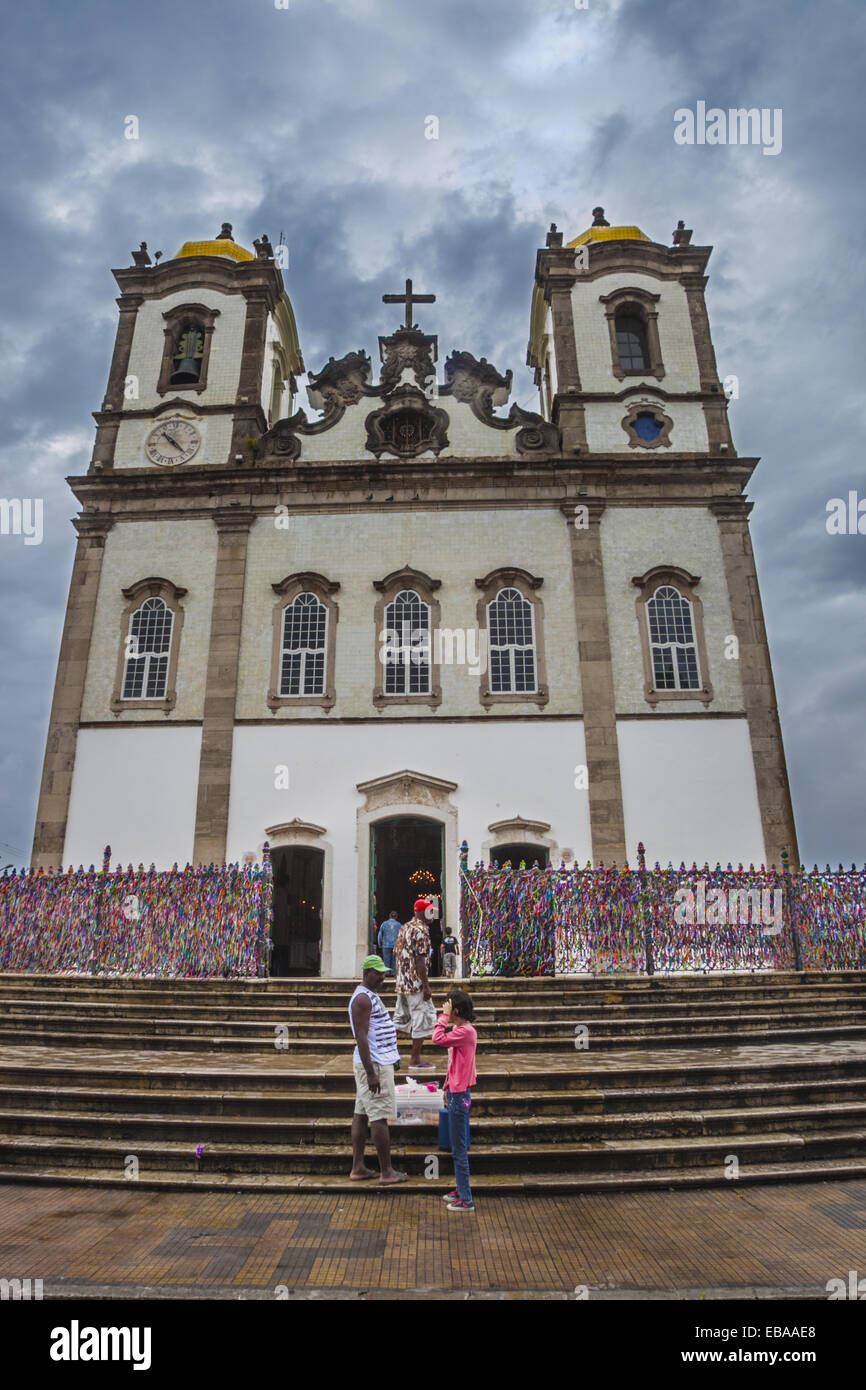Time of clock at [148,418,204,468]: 10:22
